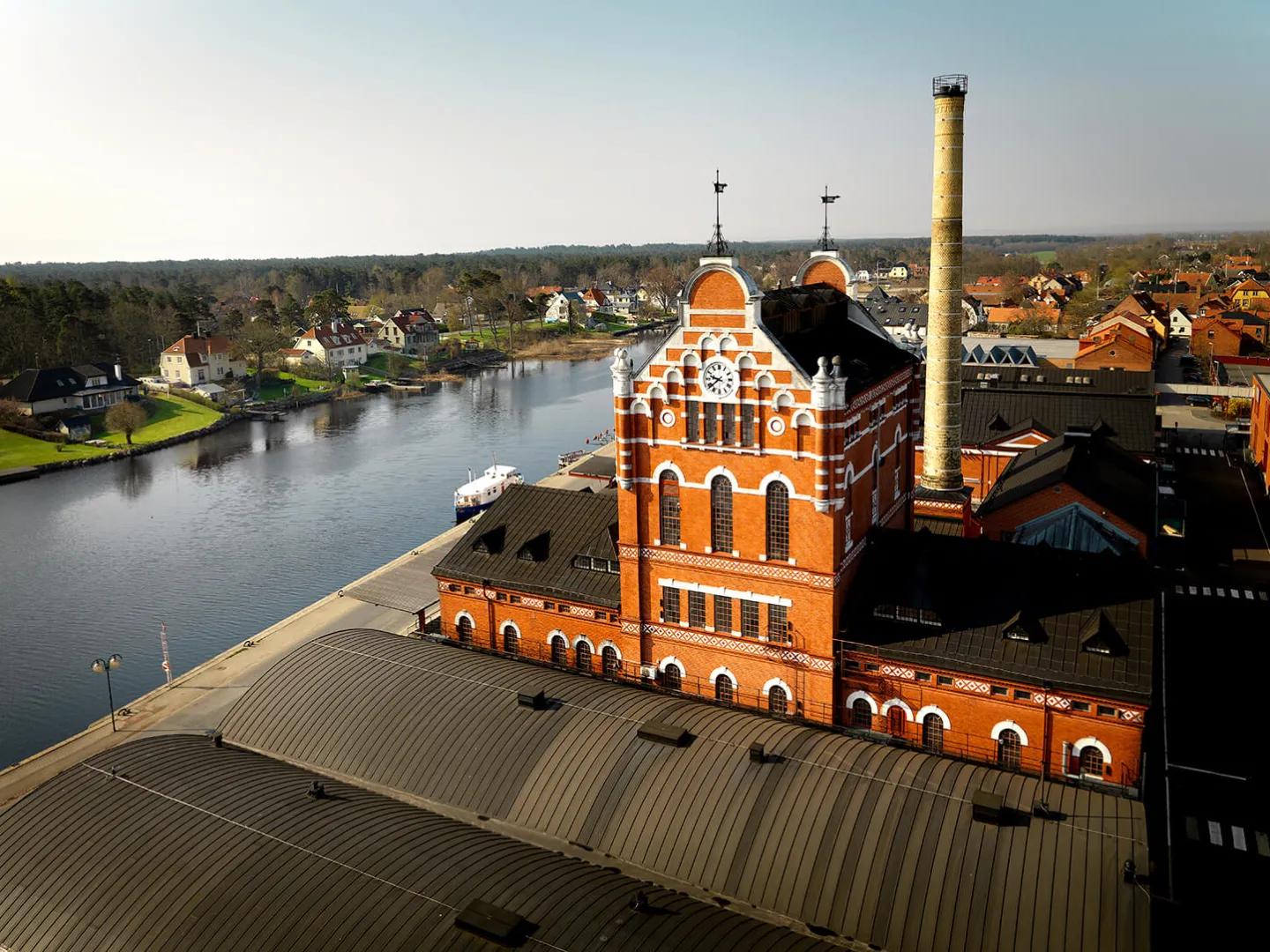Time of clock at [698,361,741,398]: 9:38
